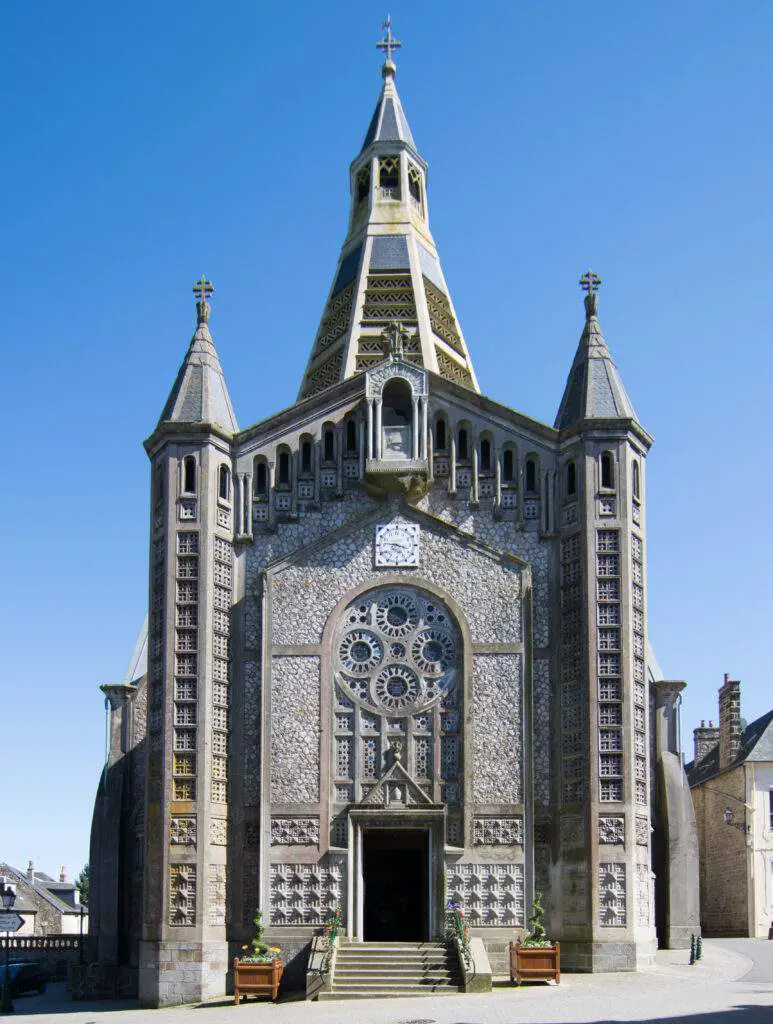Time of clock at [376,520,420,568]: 3:46
